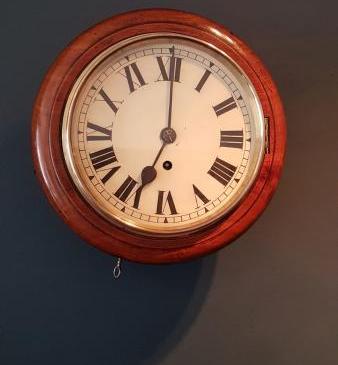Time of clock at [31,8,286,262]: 7:00
